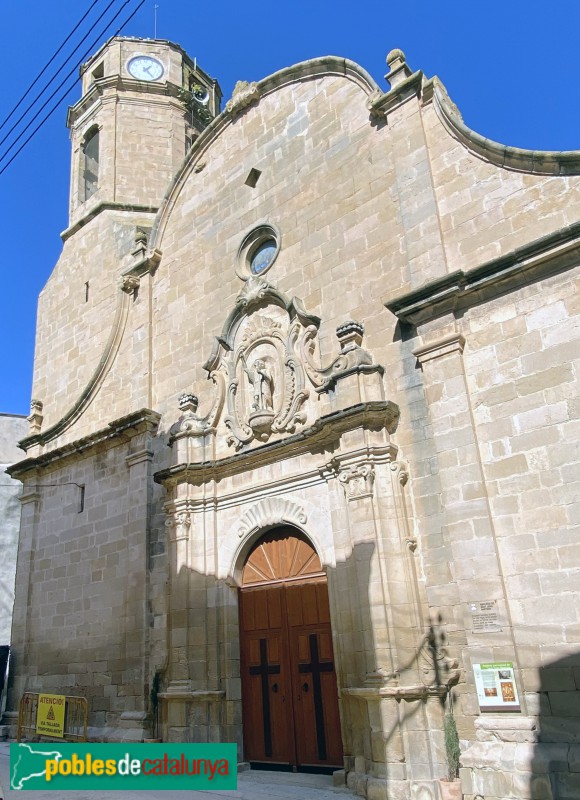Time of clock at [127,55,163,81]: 1:24
